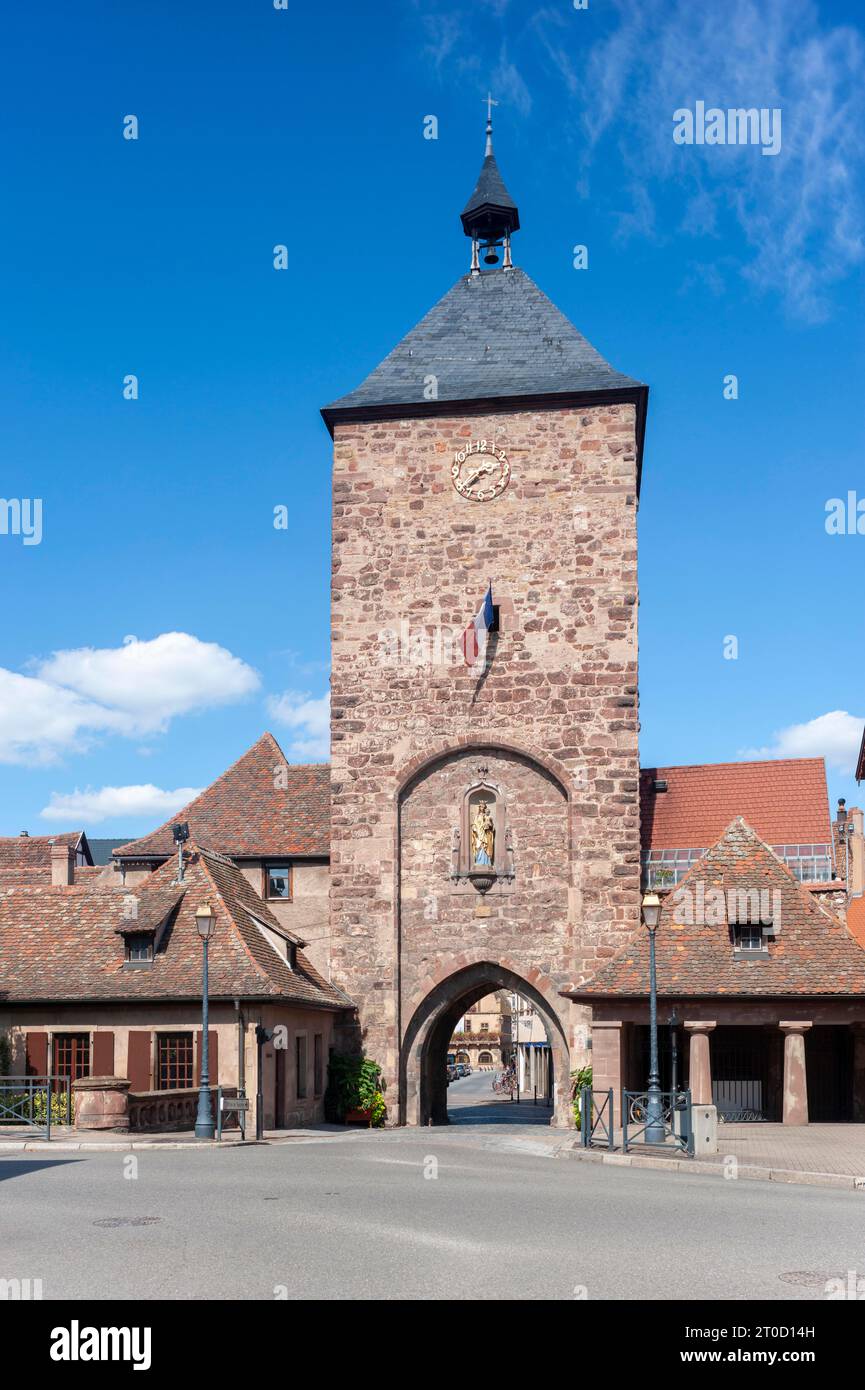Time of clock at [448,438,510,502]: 7:37
